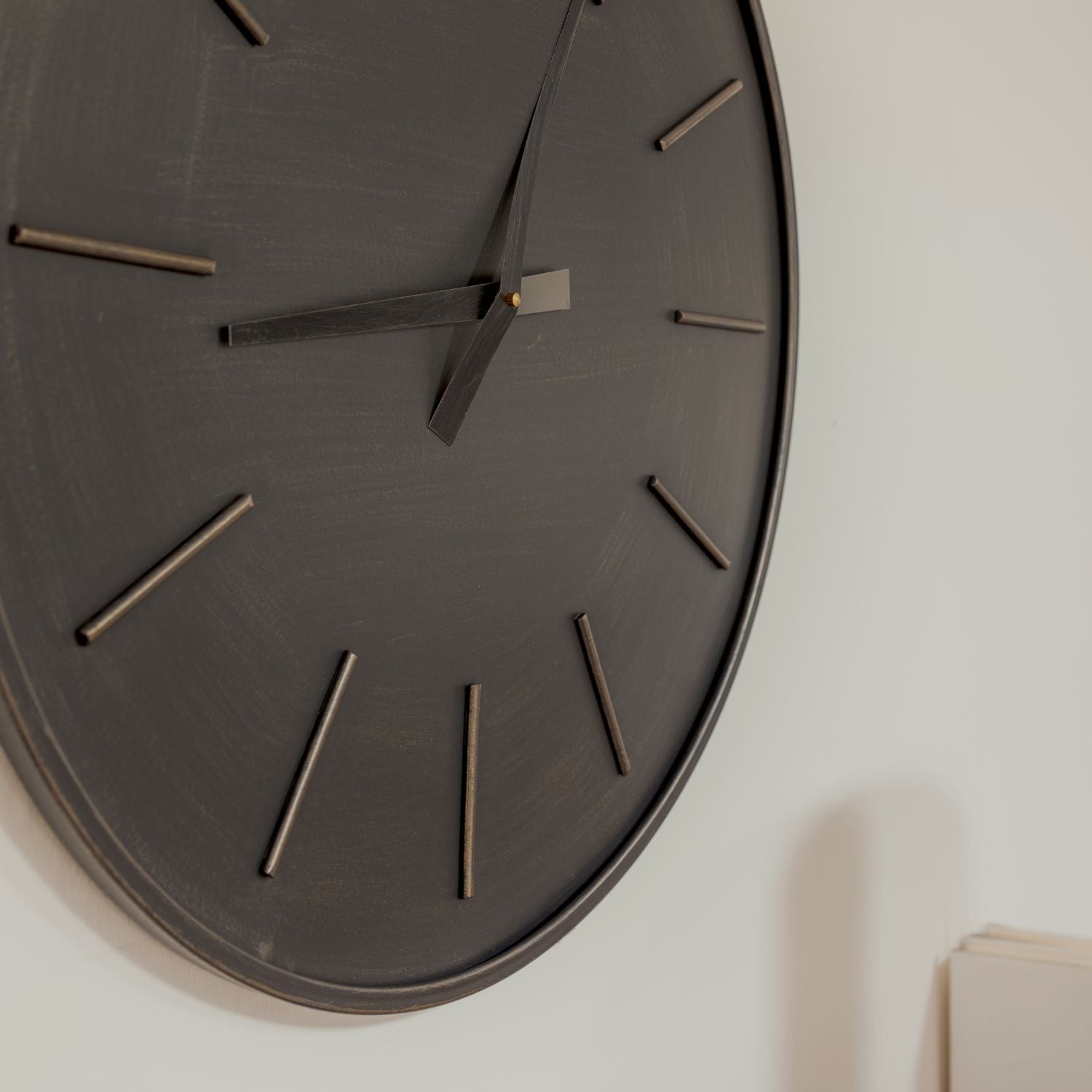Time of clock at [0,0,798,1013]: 9:04
